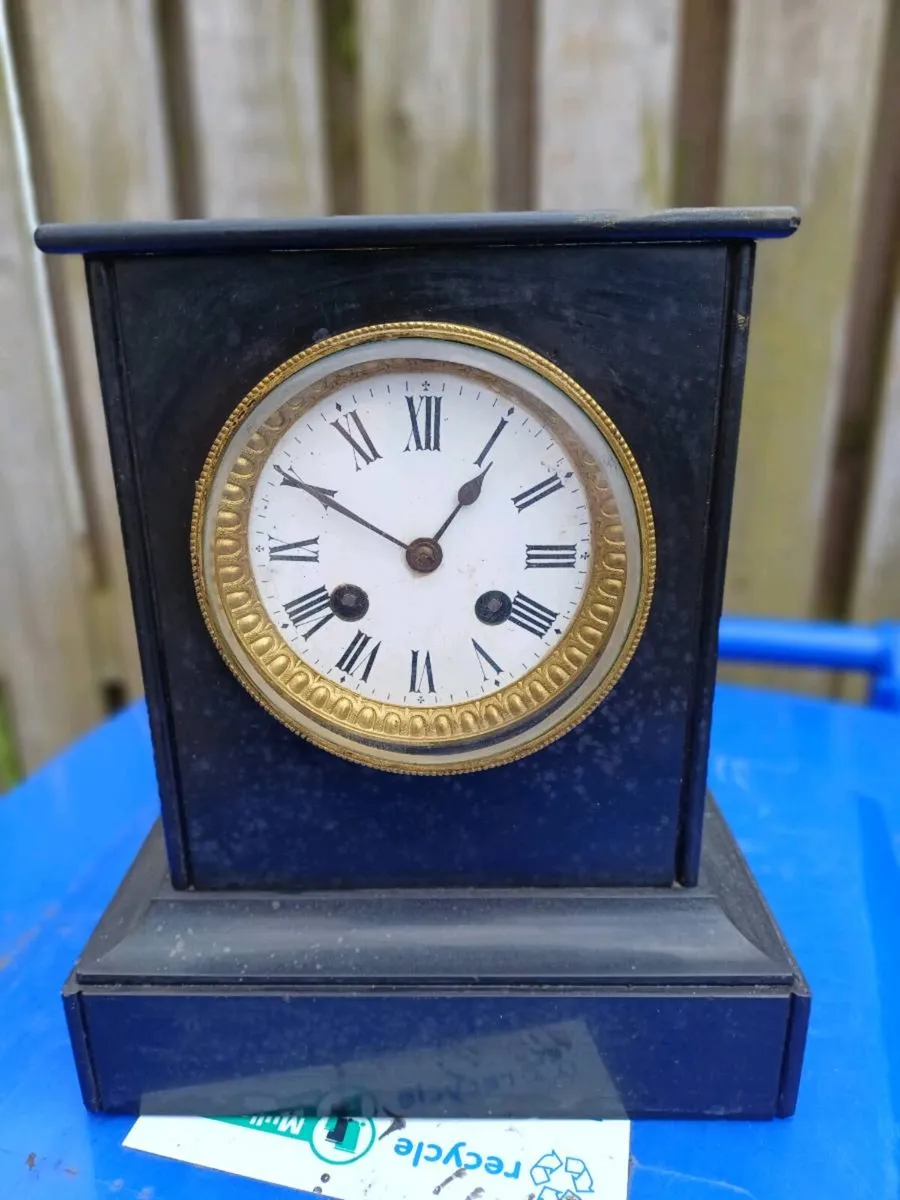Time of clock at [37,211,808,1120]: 12:50
